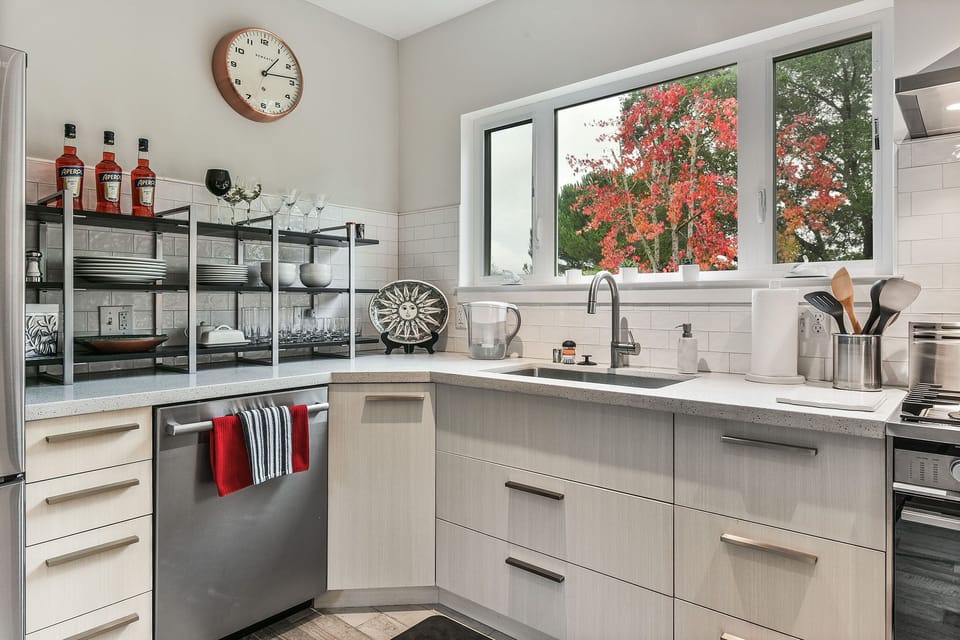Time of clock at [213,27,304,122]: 1:13
